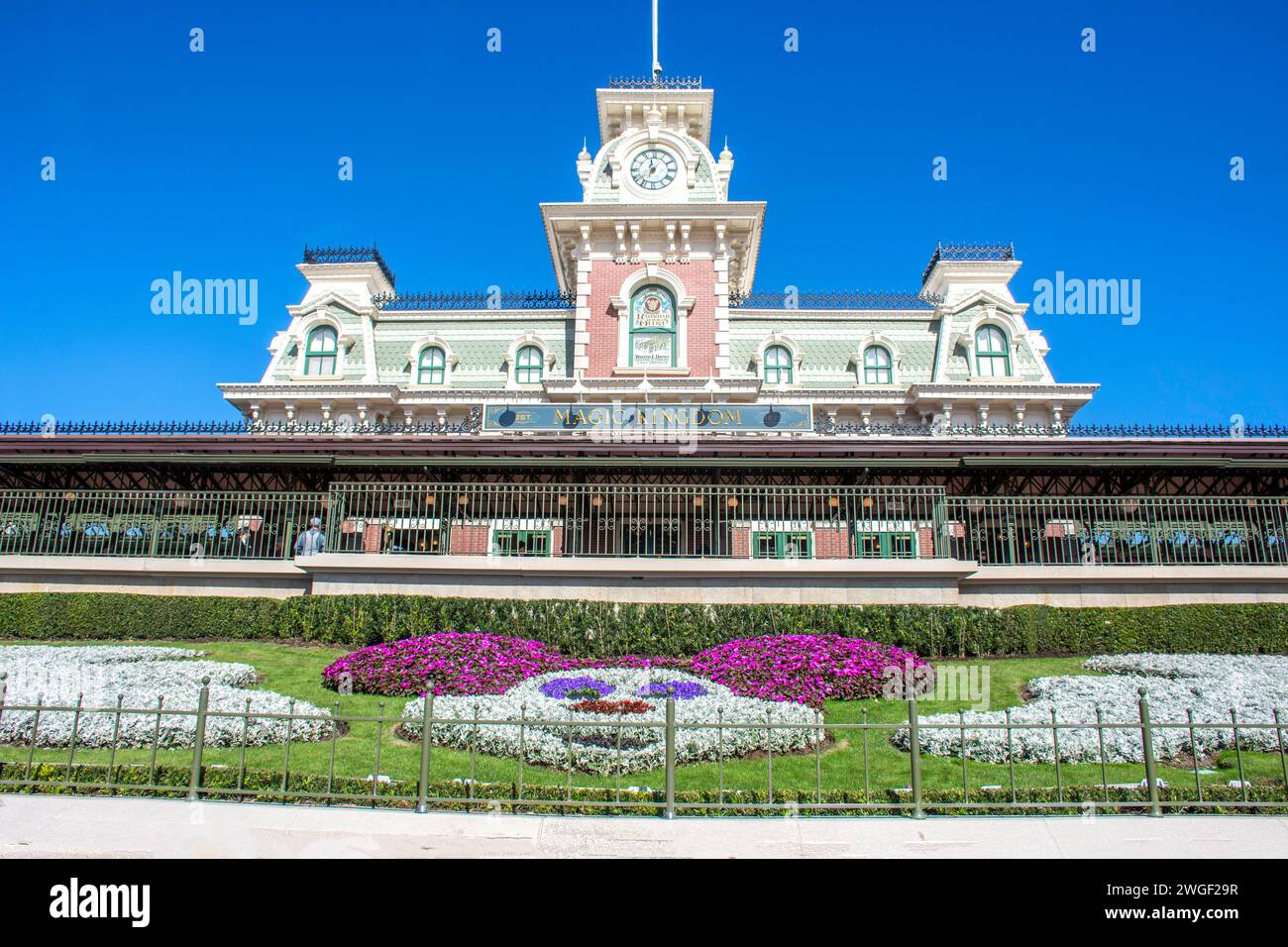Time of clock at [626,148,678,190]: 11:33
